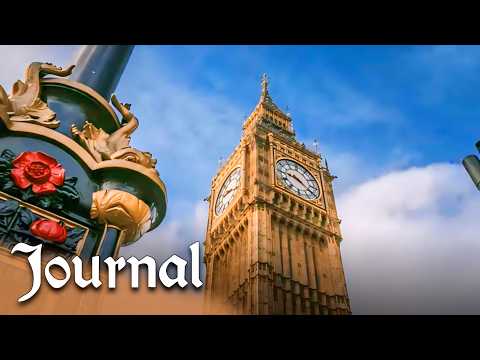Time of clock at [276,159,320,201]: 9:20
